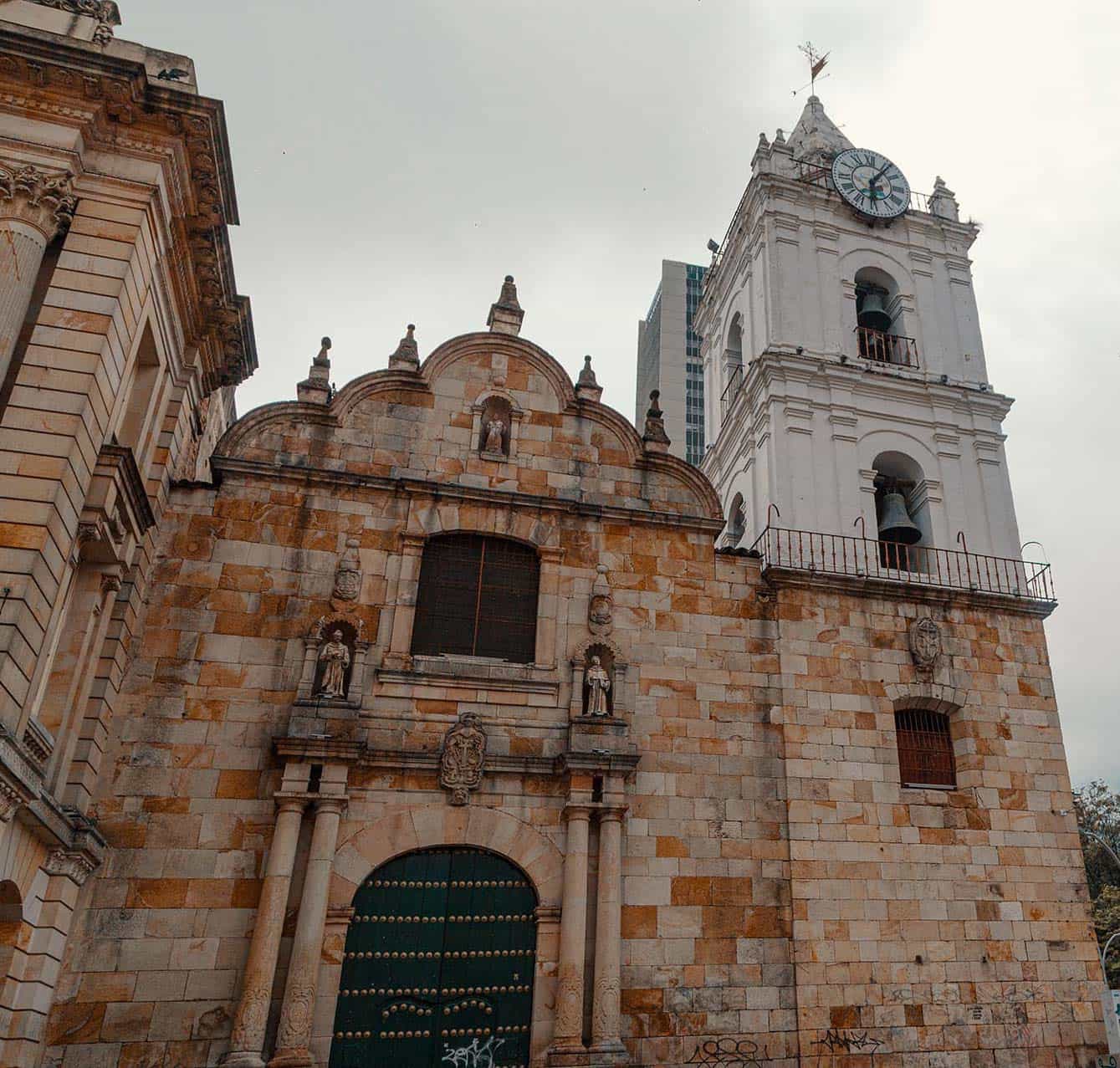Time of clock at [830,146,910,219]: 6:06
